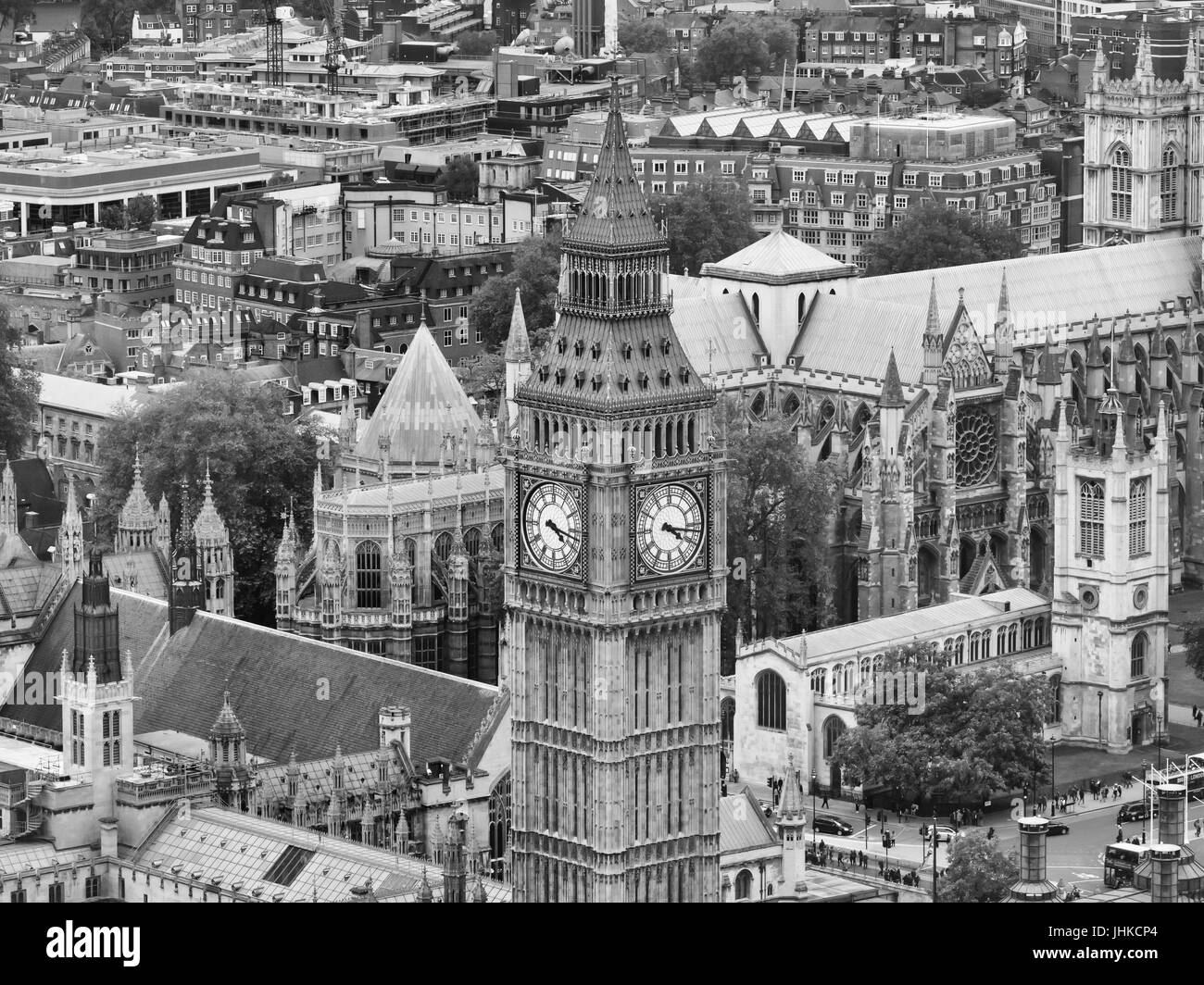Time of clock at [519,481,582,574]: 4:17
